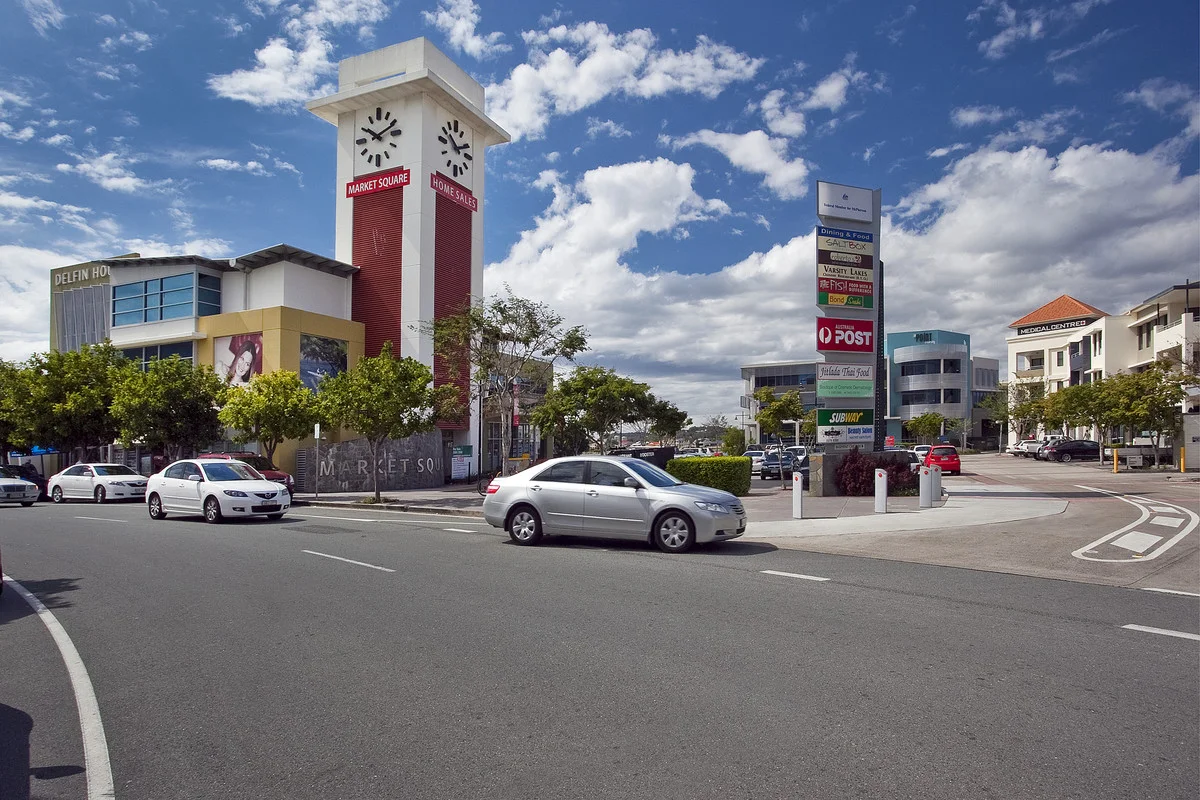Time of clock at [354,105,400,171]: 10:11
